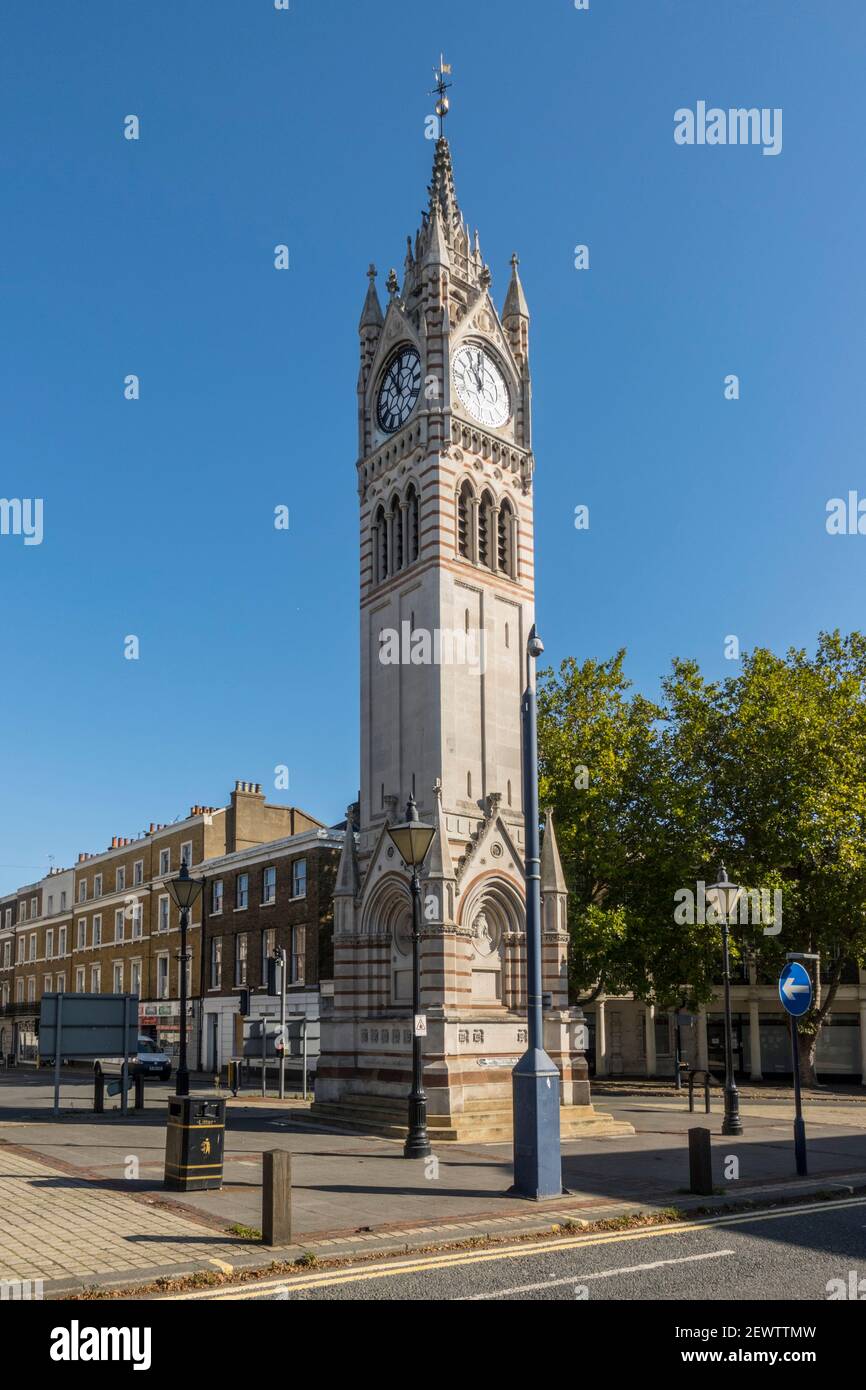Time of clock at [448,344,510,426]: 11:02
